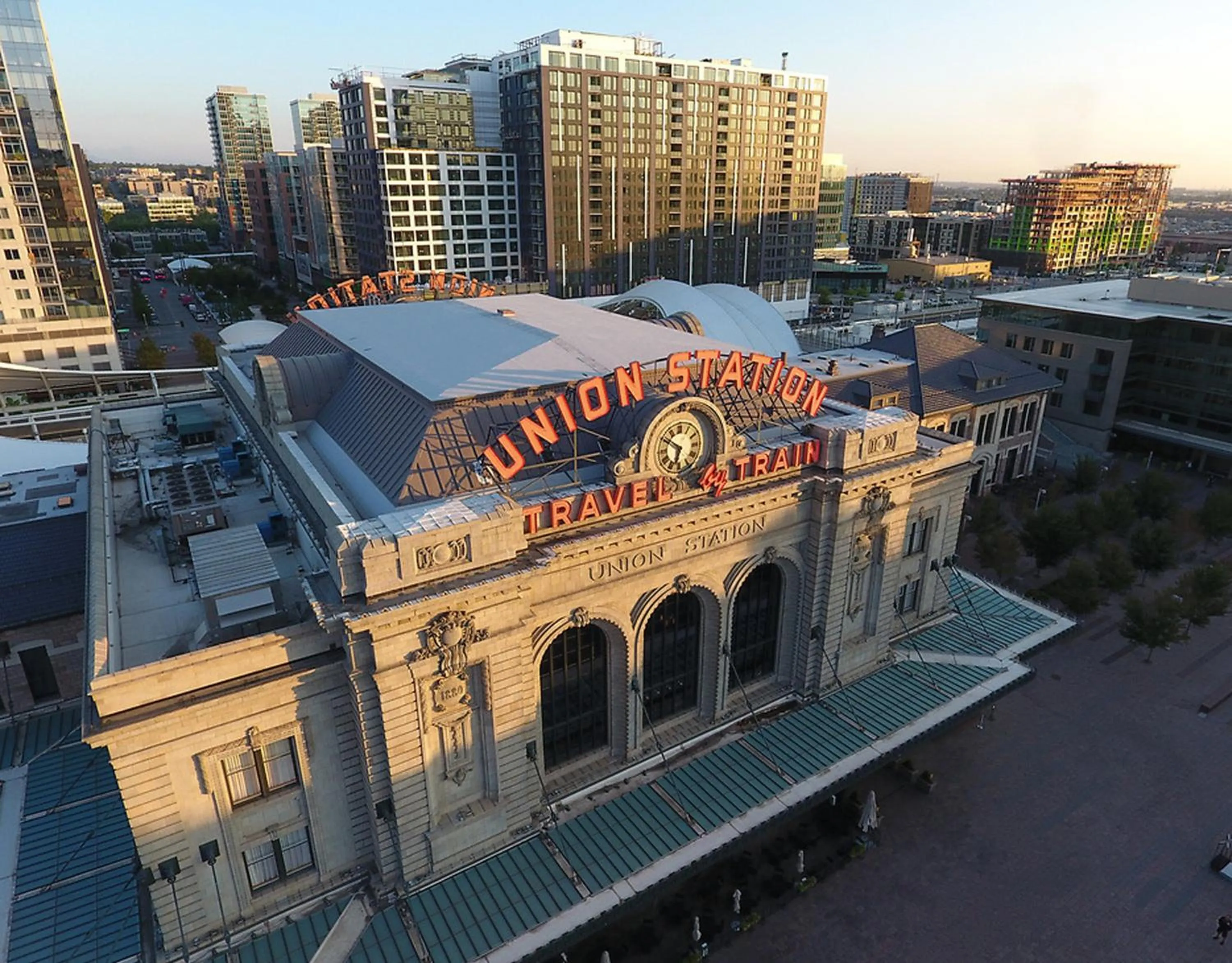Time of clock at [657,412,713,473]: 6:50
